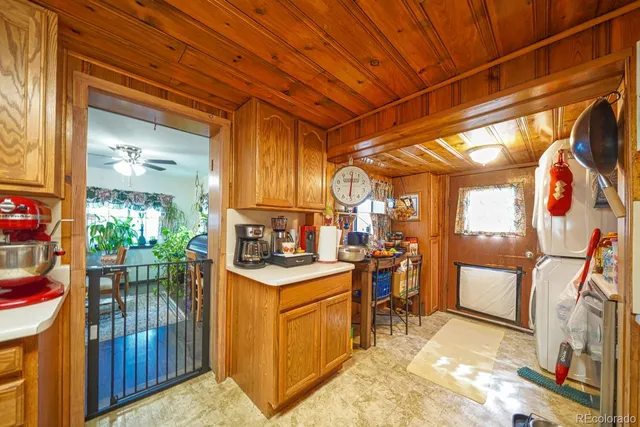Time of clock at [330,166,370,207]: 6:01
